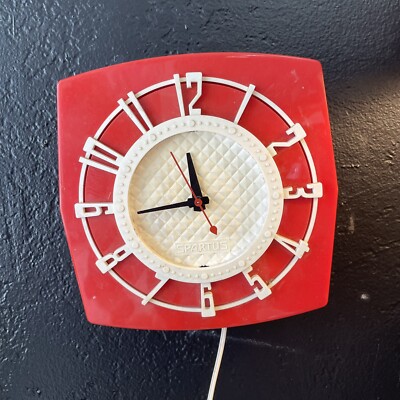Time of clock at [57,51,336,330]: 11:44
